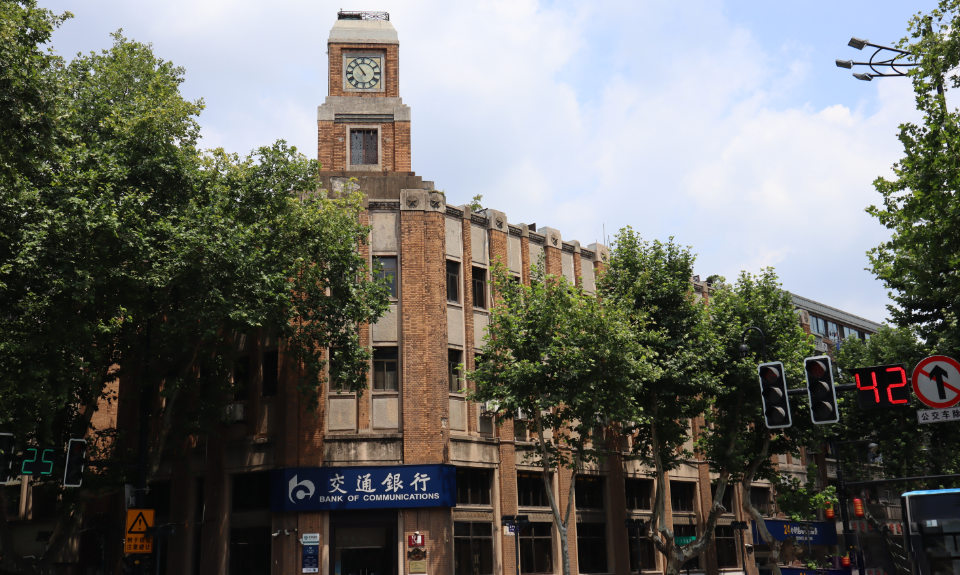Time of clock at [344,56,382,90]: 10:54
